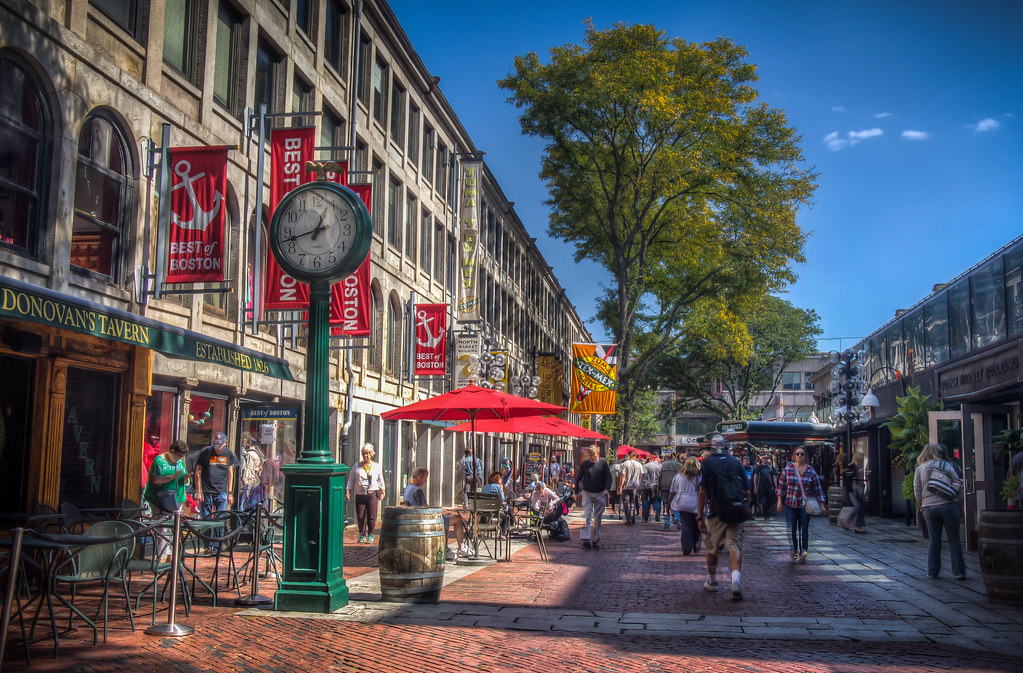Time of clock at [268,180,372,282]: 12:42
